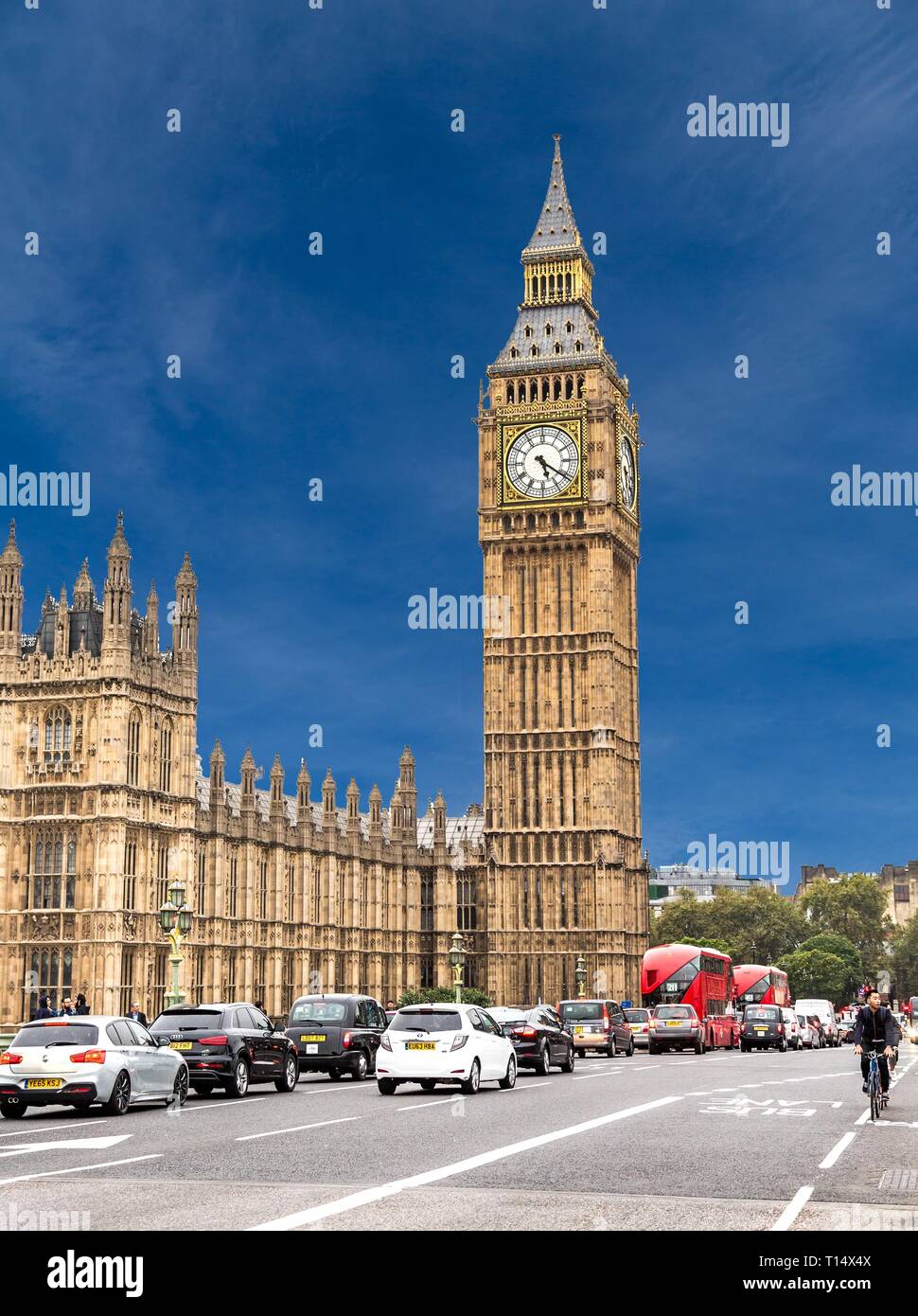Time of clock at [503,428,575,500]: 5:20
